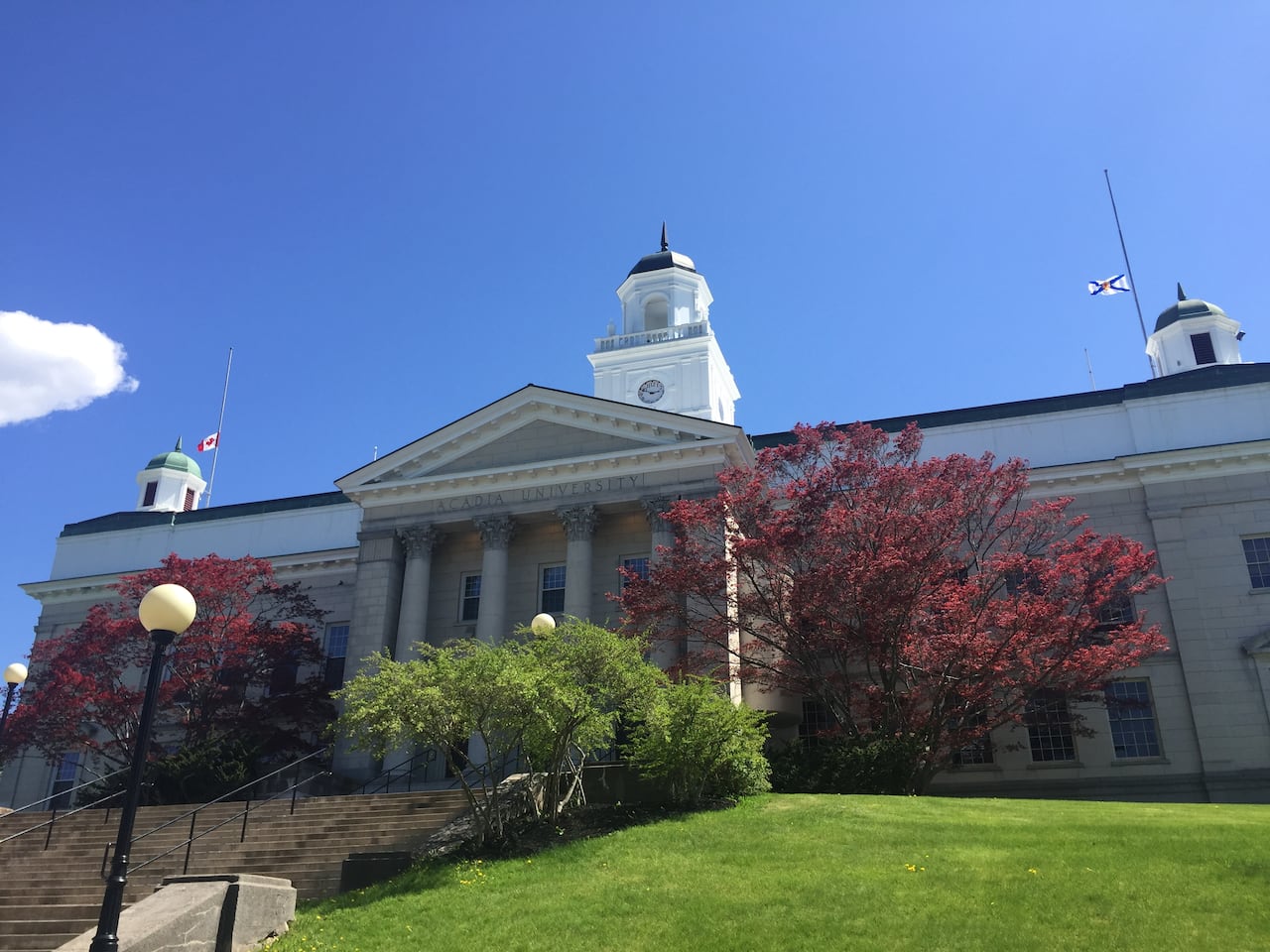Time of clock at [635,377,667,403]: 2:48
